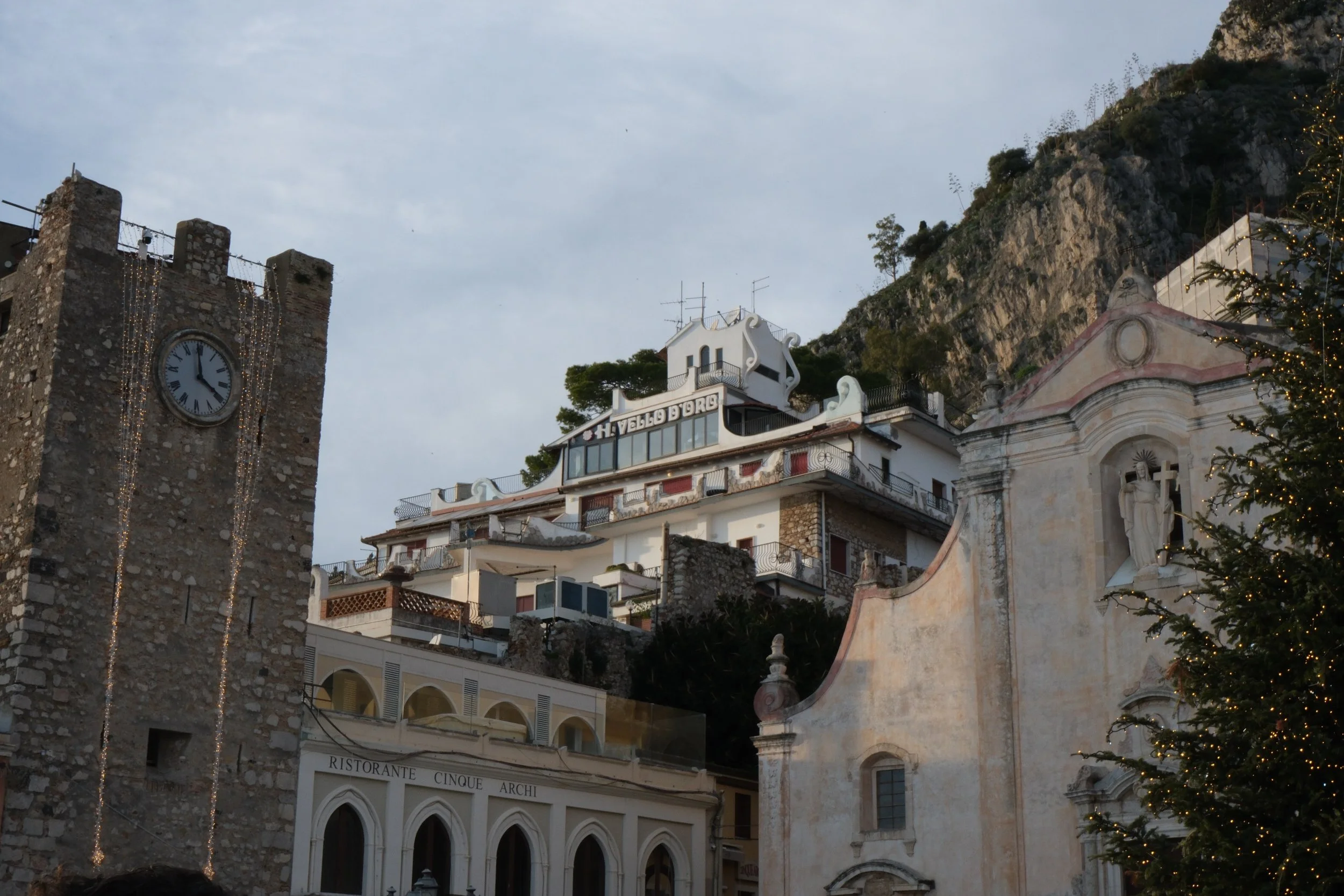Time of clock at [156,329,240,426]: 3:59
